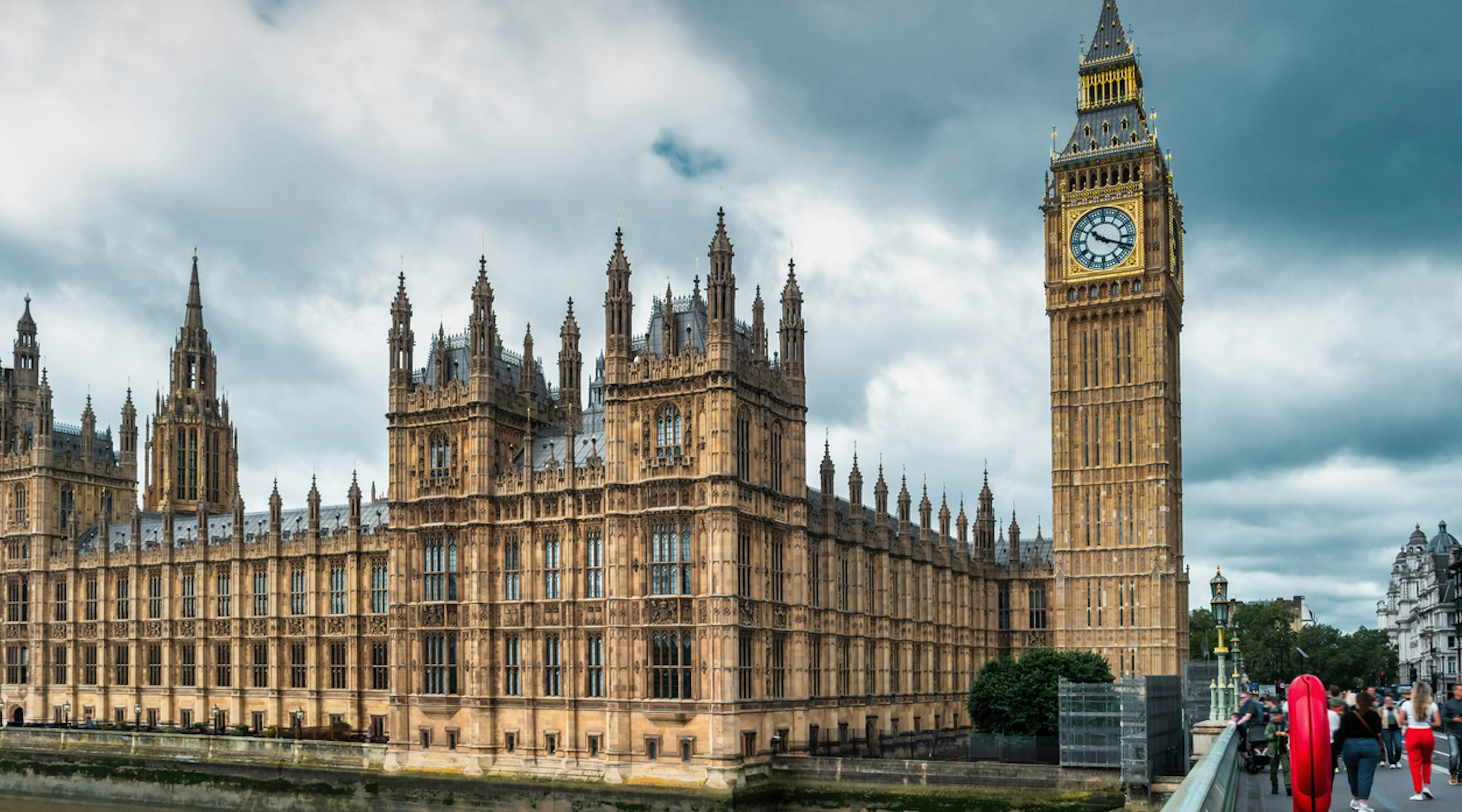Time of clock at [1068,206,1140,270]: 10:18
